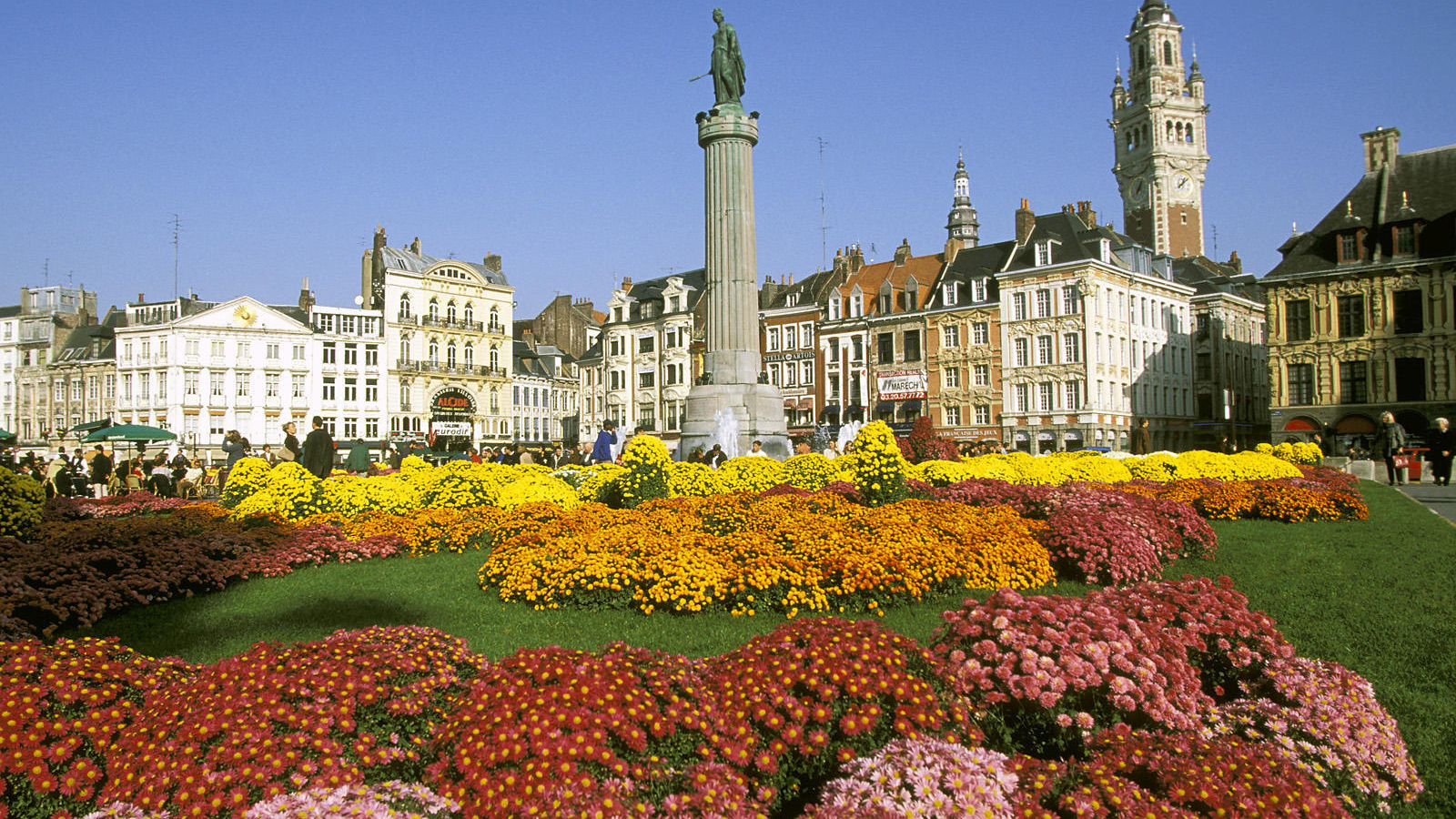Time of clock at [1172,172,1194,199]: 1:08
